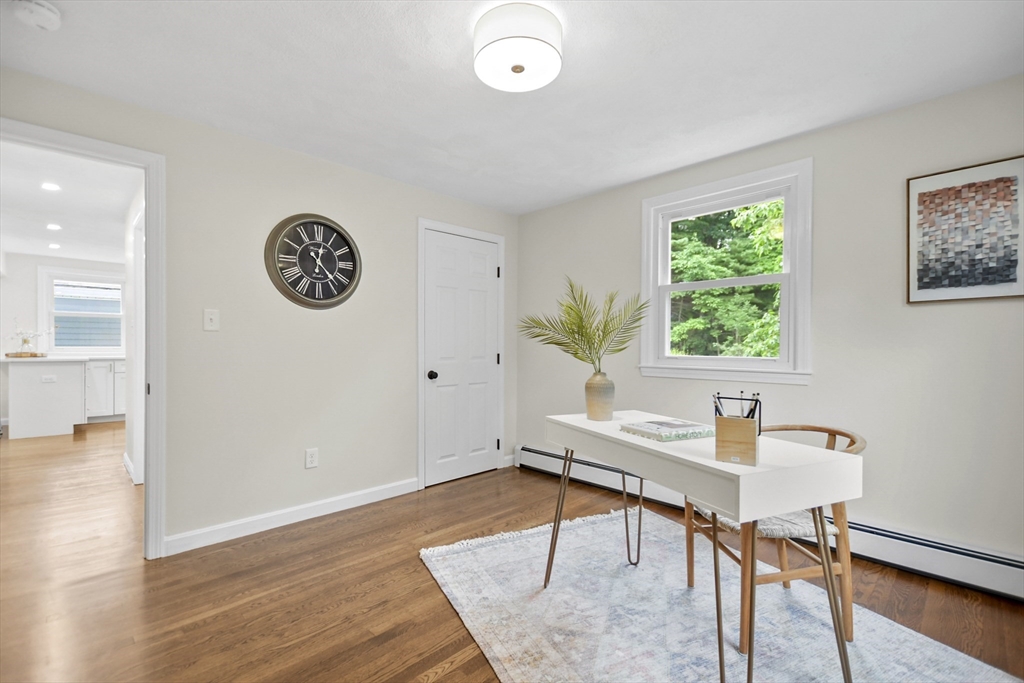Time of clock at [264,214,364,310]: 12:23
